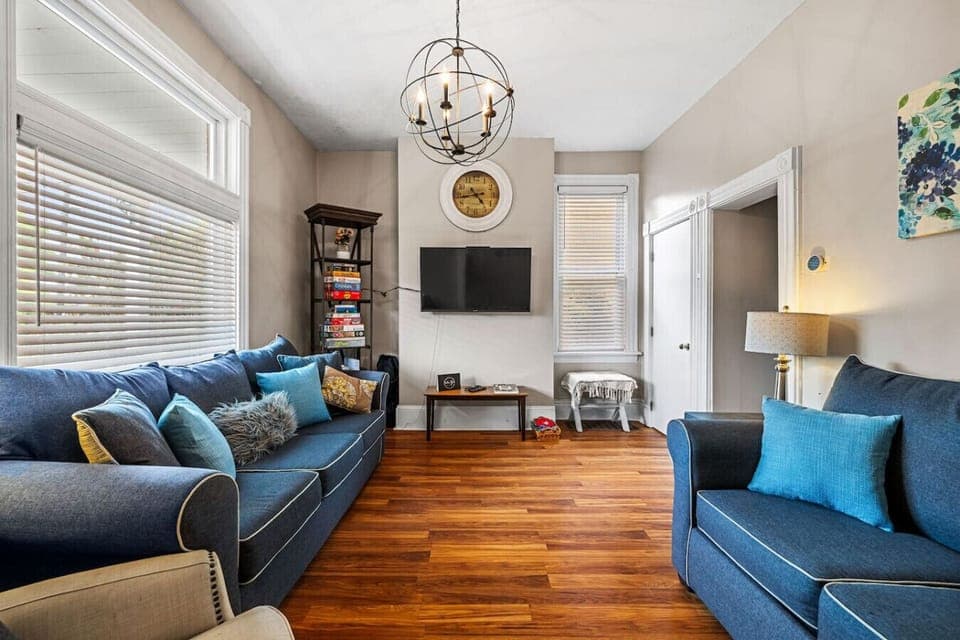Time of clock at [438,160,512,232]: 4:43
